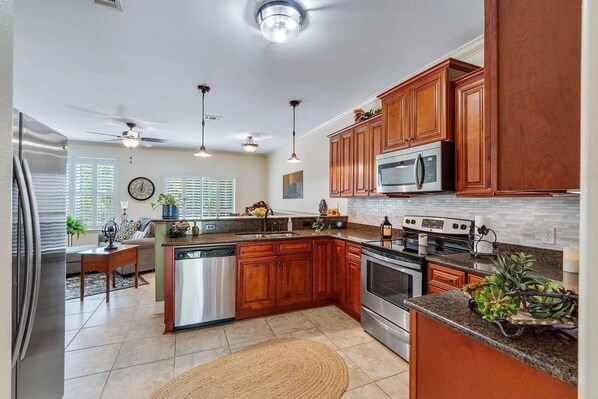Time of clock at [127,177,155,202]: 12:01
